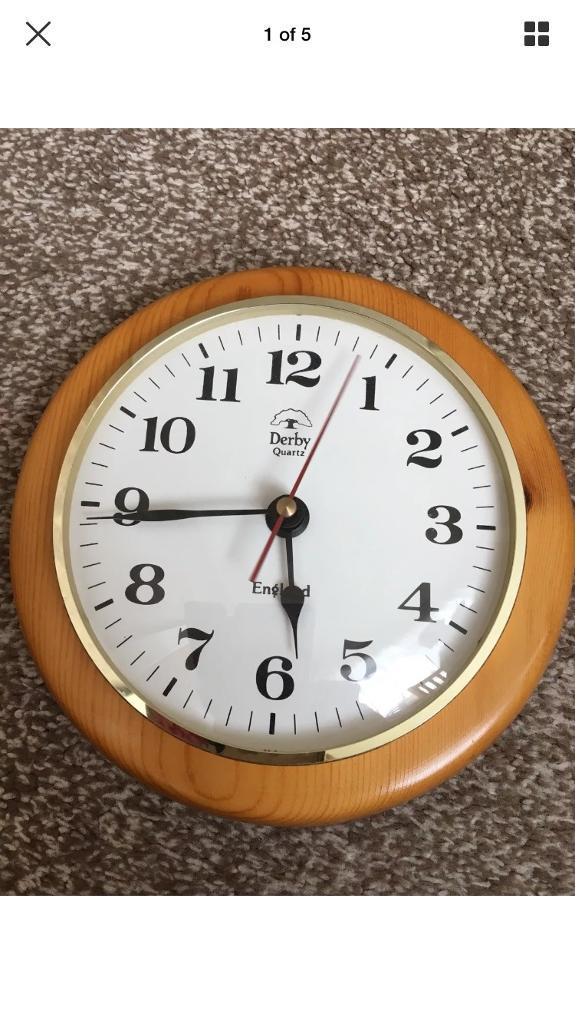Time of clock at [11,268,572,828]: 5:44
